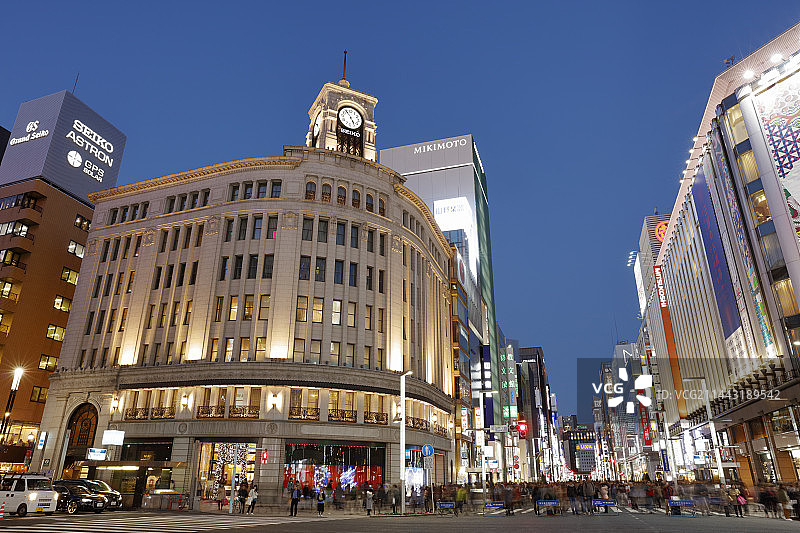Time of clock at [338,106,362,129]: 4:53
